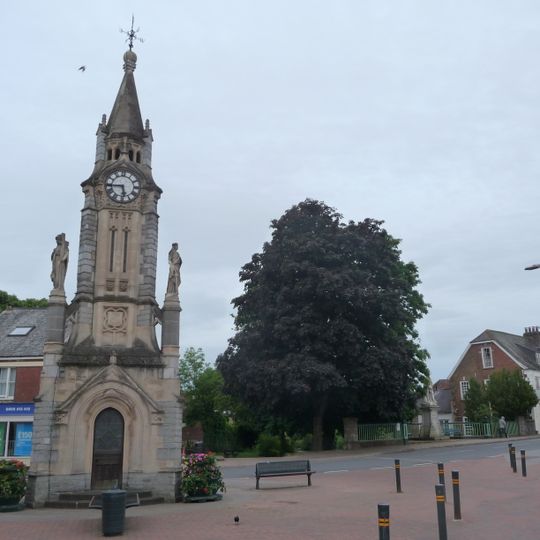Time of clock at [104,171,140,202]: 5:44
